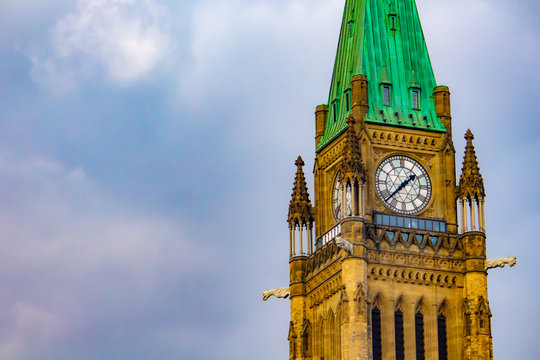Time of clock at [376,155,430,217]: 1:37
